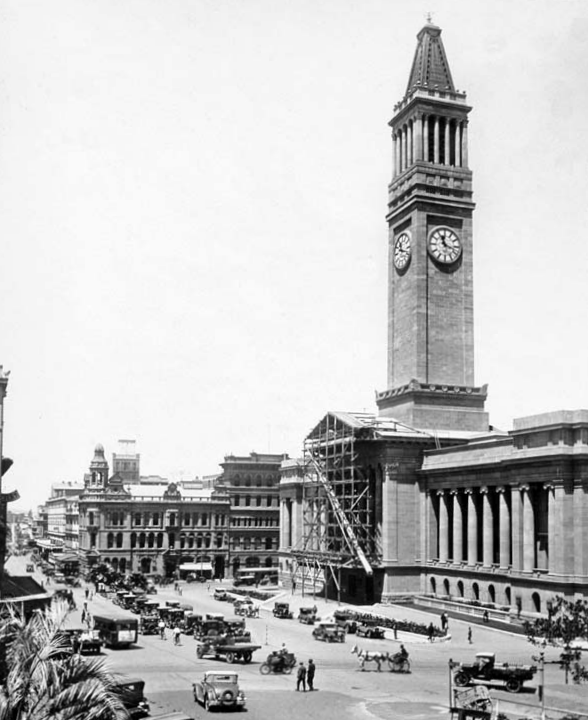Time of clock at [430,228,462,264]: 11:17
